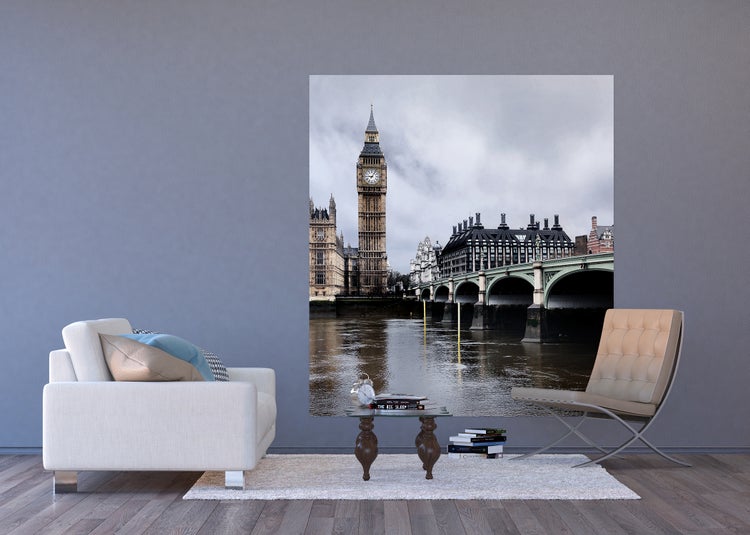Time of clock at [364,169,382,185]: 9:05
